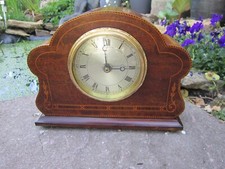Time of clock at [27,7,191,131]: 2:58
